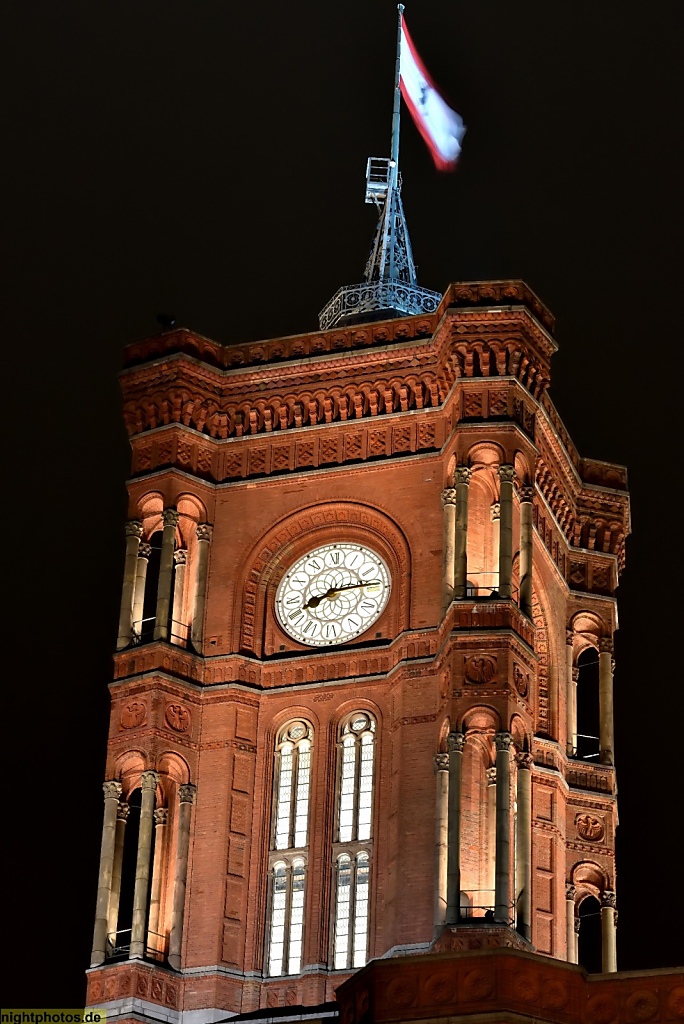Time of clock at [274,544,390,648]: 8:14
